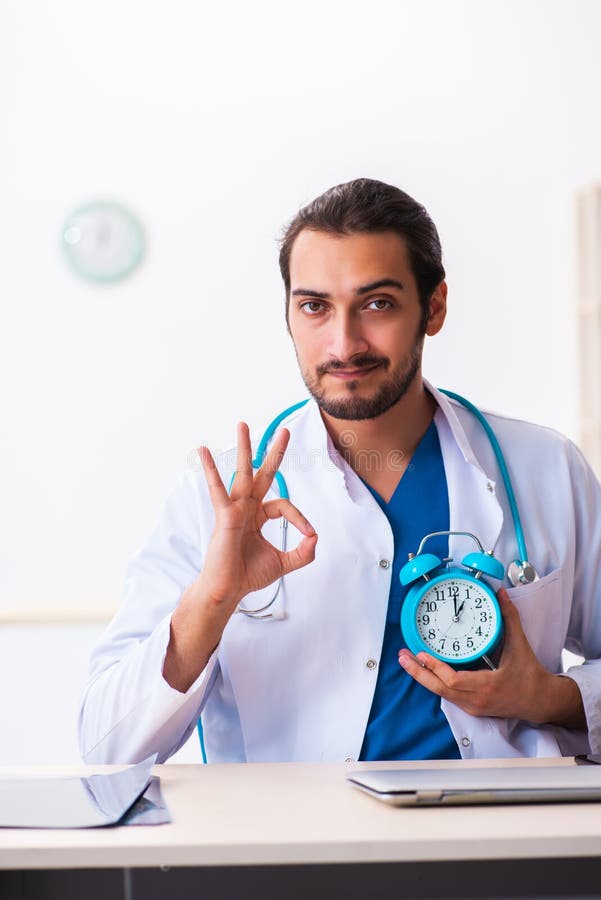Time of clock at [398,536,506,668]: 1:00
